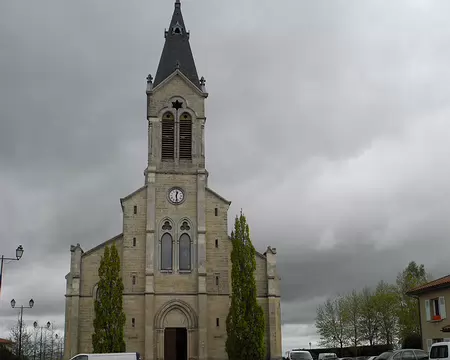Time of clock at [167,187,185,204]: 12:28
